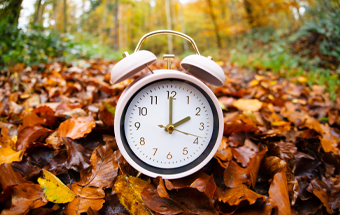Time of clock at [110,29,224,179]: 2:00
